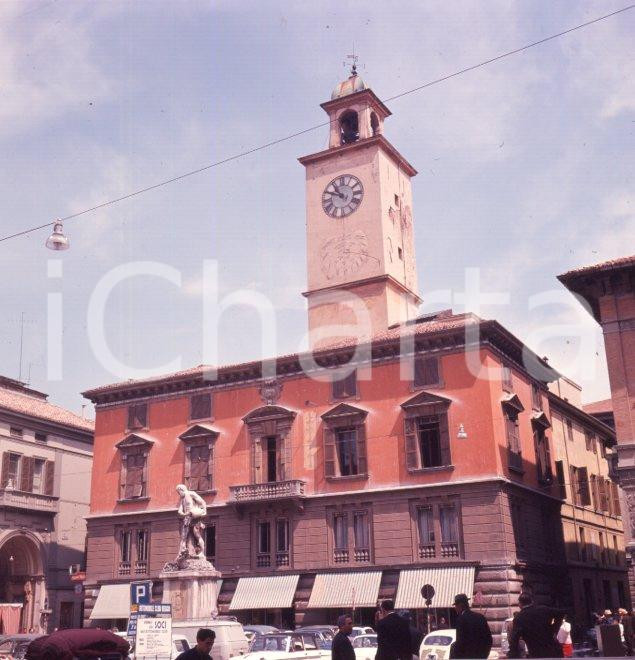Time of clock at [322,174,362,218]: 10:48
